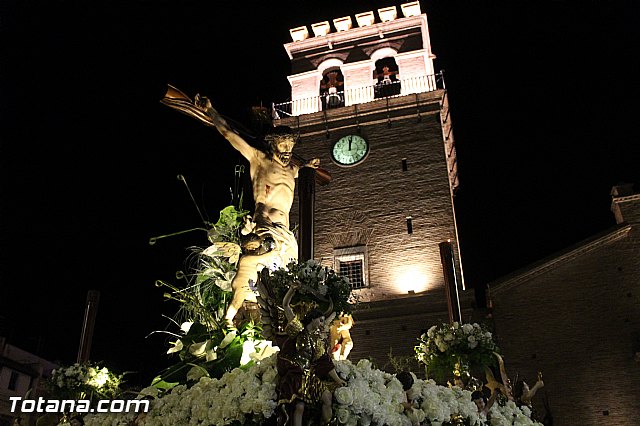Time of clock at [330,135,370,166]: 12:01
